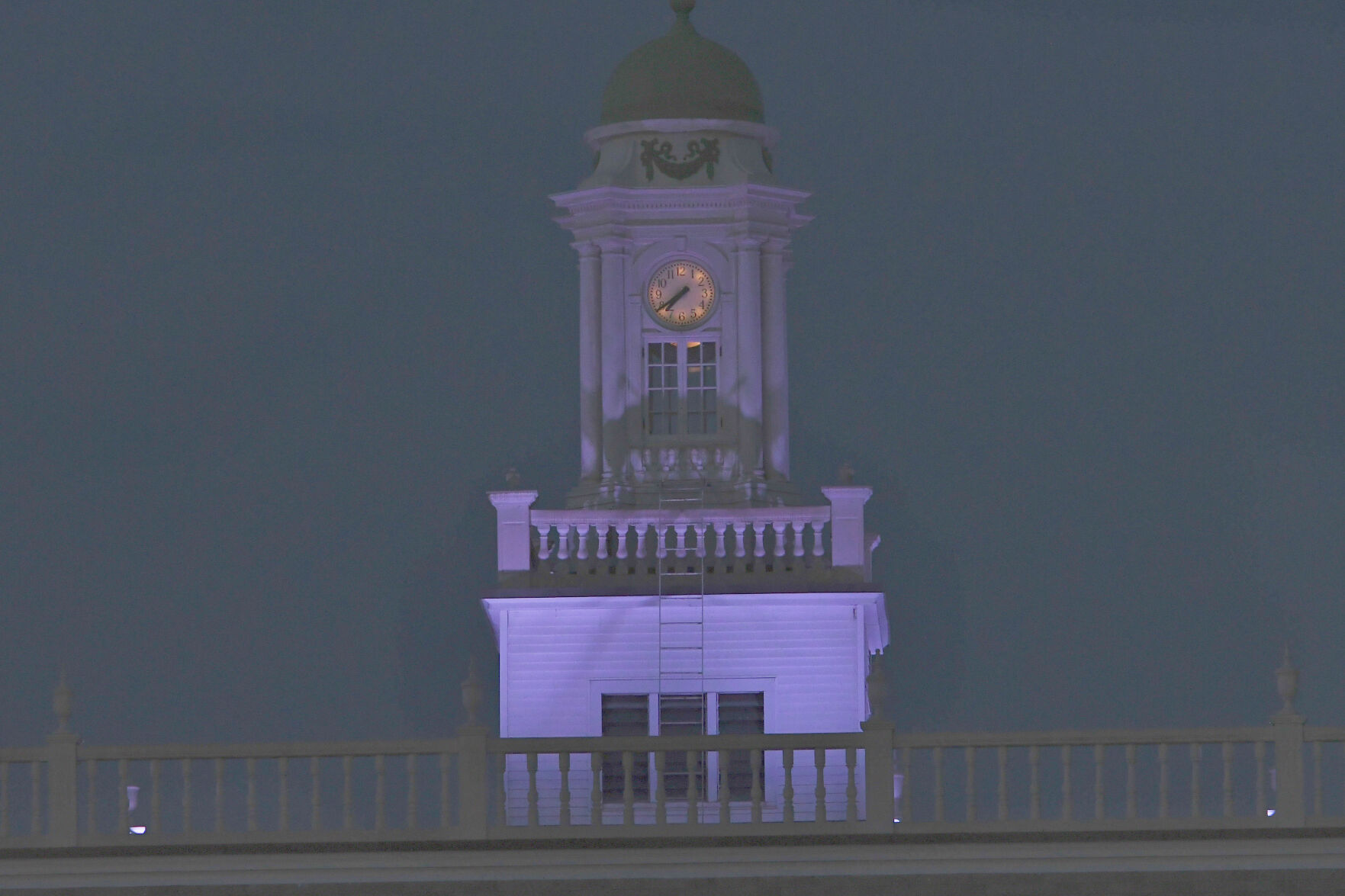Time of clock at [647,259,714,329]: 7:39
